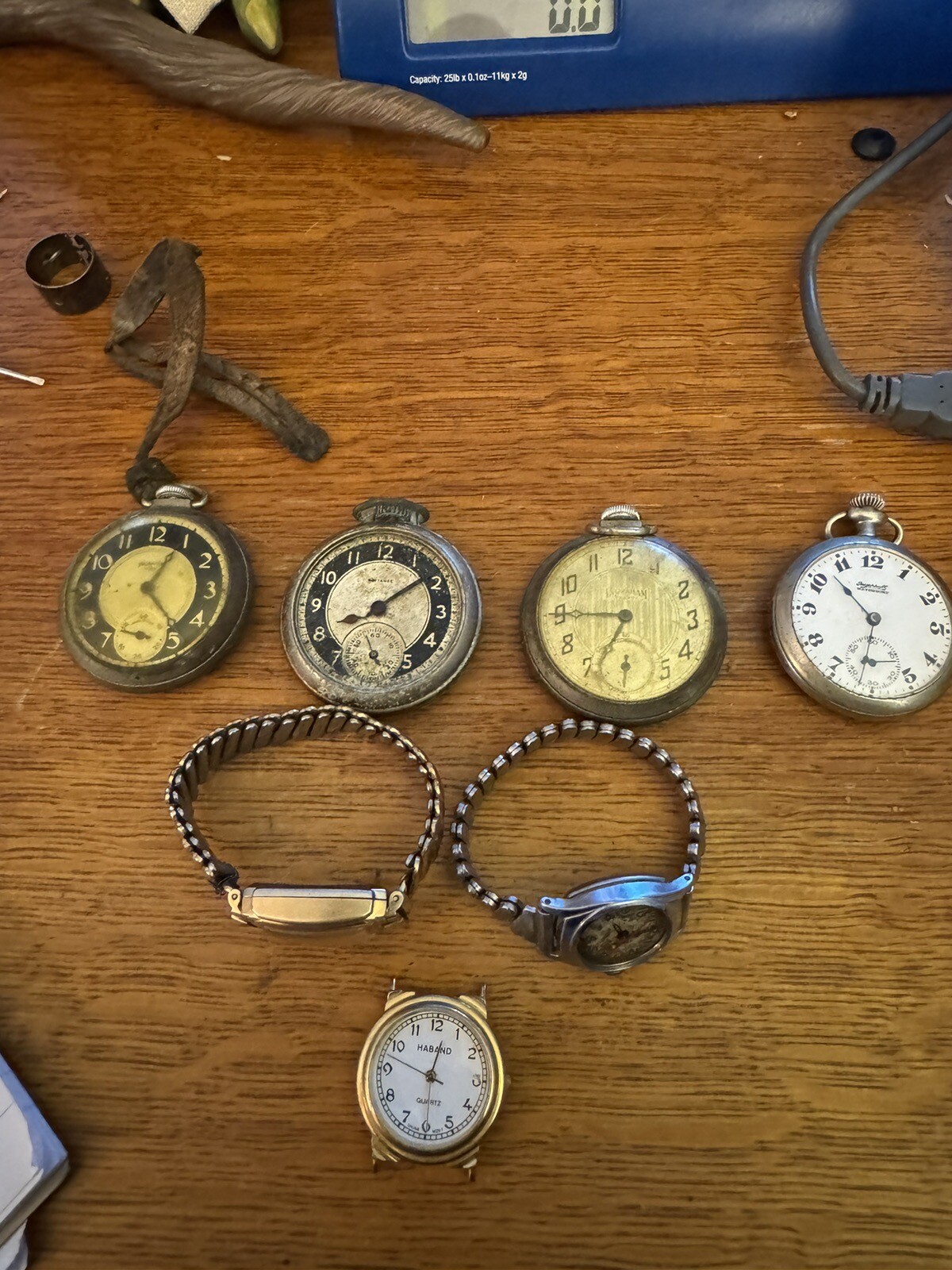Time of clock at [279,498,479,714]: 8:08
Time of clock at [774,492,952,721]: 10:31
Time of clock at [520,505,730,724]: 6:45
